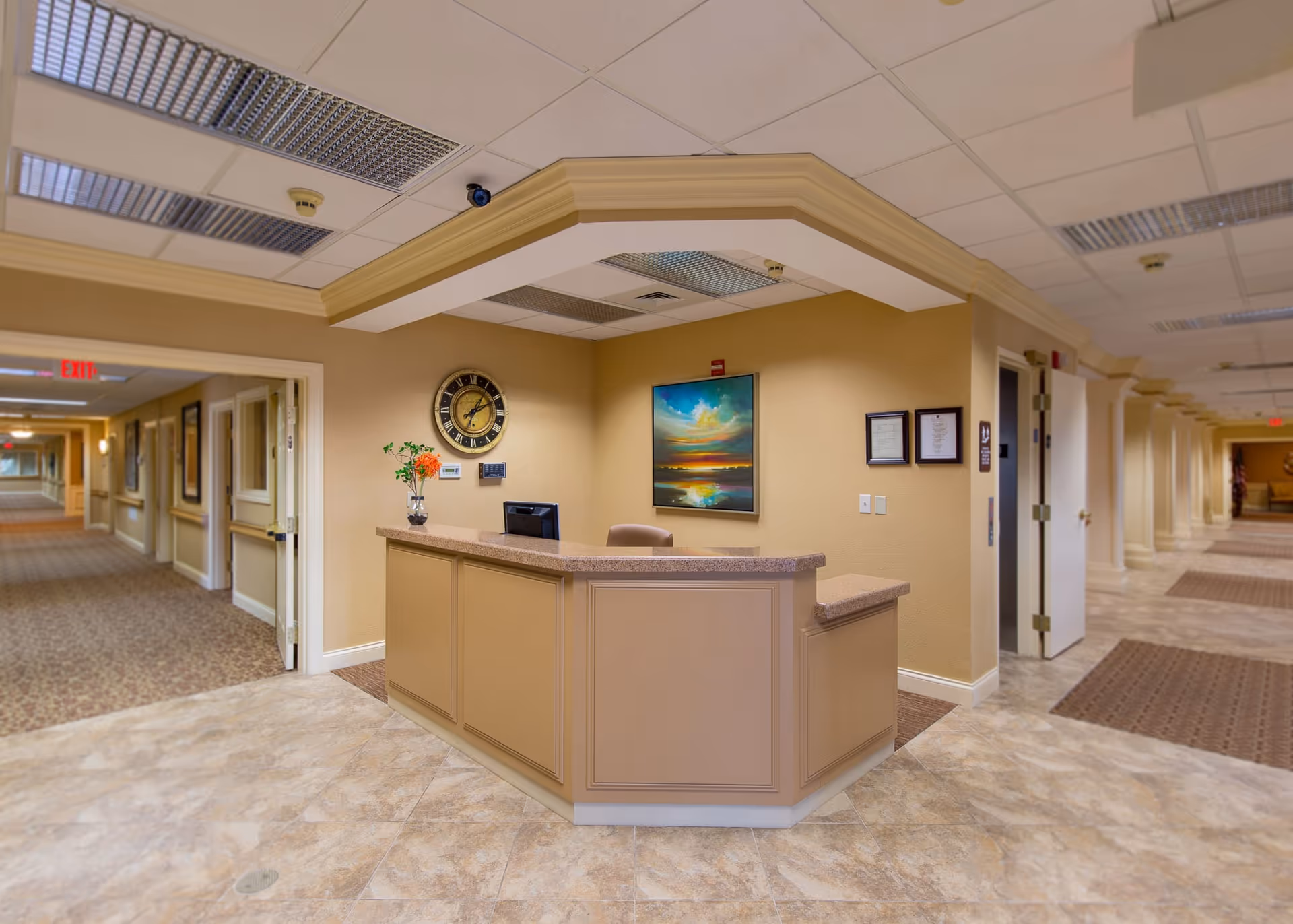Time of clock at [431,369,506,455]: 1:10
